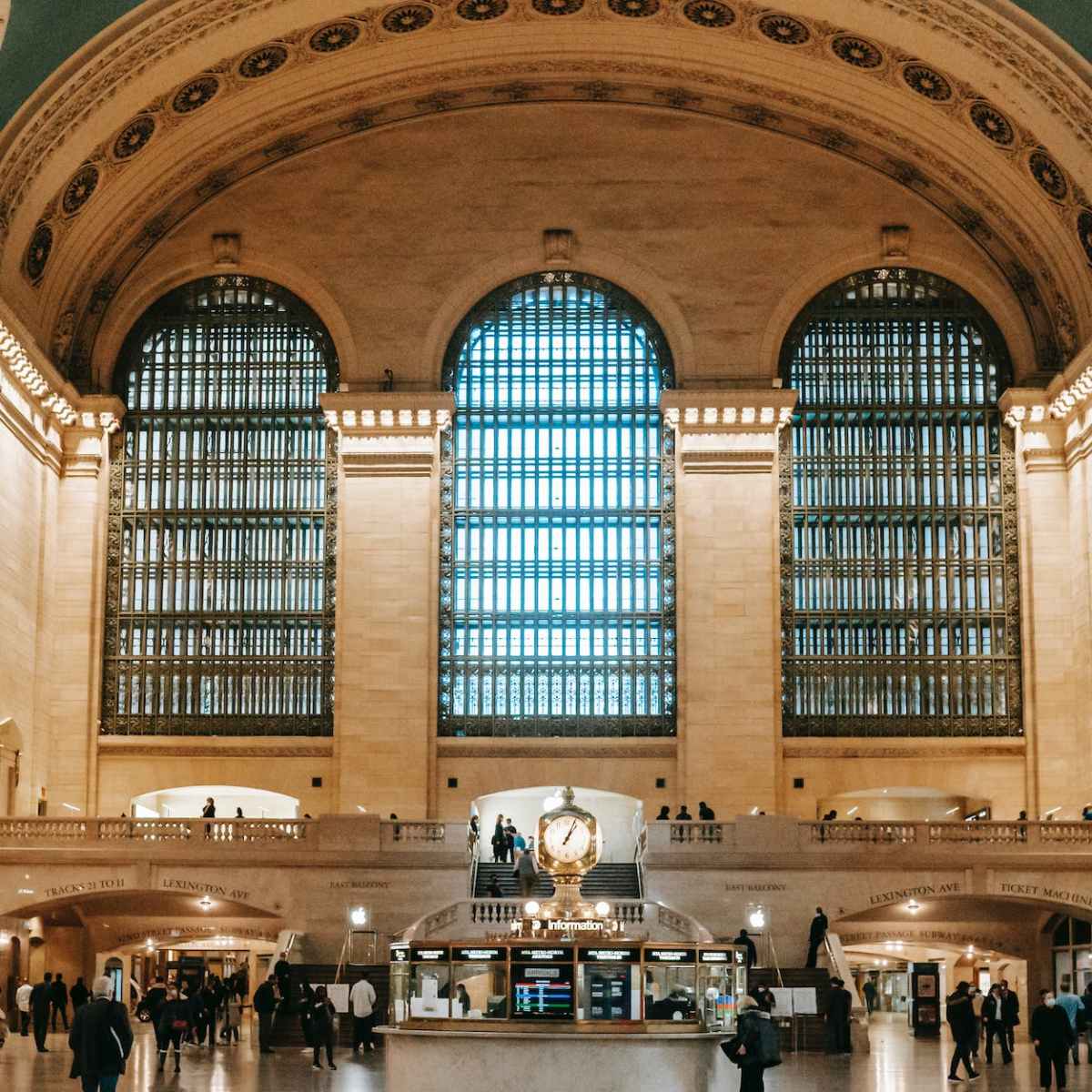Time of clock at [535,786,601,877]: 1:03
